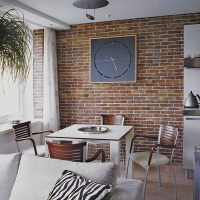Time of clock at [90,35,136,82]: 5:14
